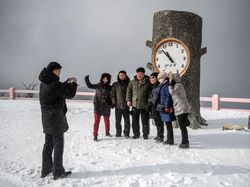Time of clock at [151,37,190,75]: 10:52
